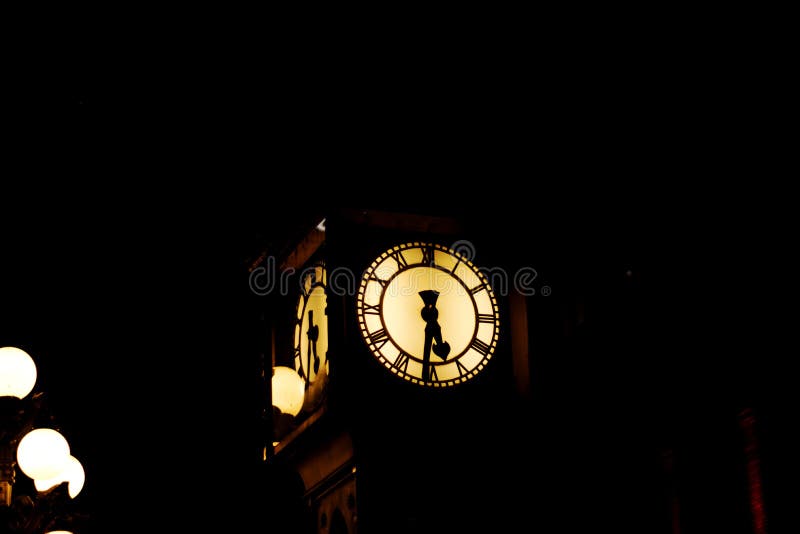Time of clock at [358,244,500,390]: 5:31
